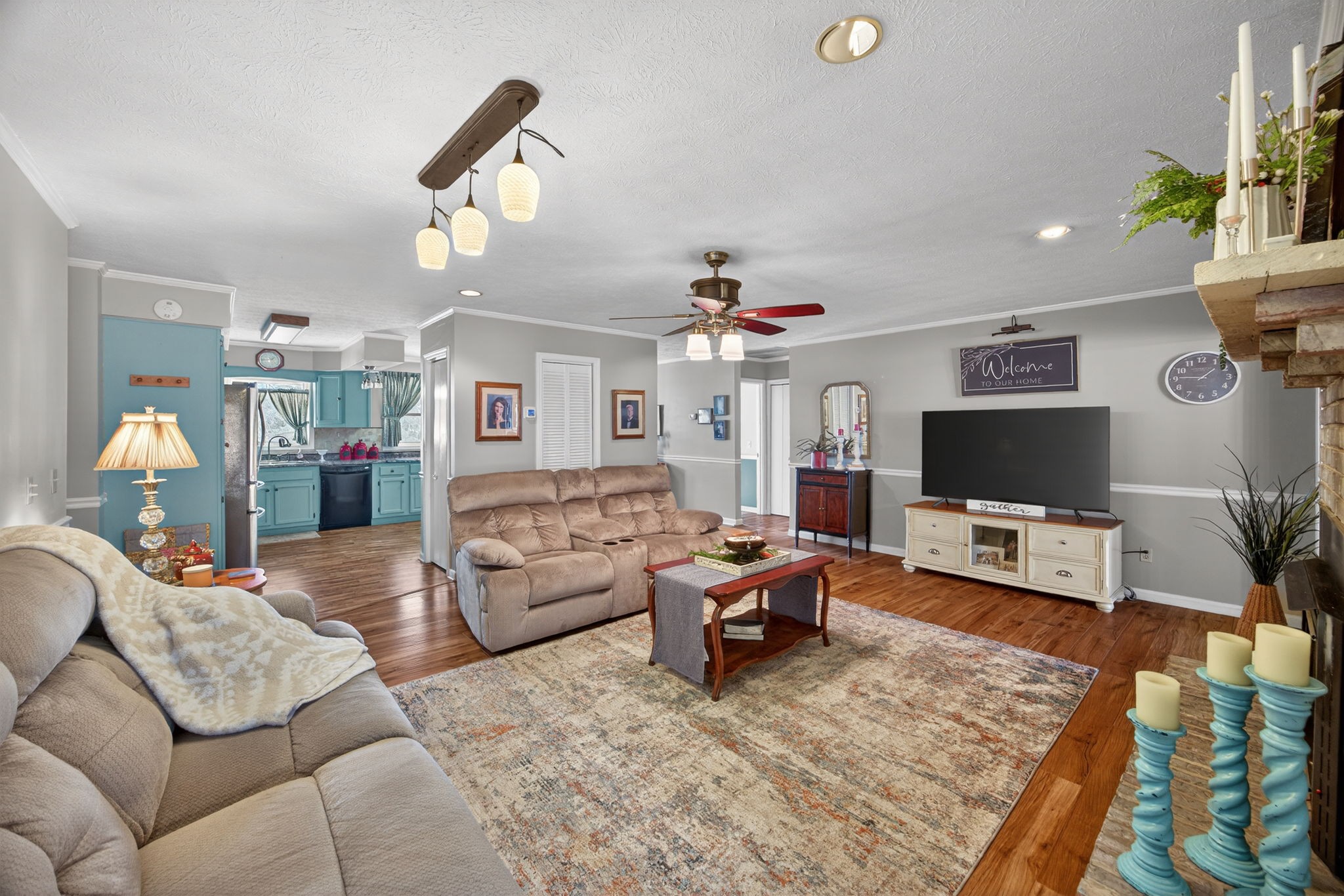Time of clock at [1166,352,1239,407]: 1:45
